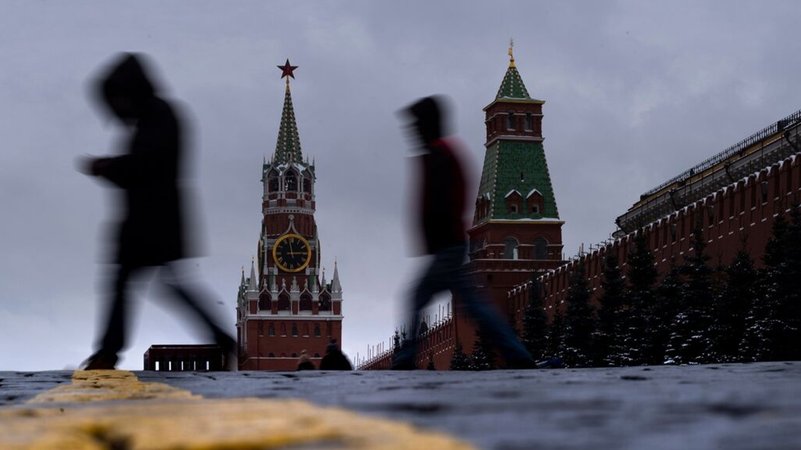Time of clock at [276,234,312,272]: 2:58
